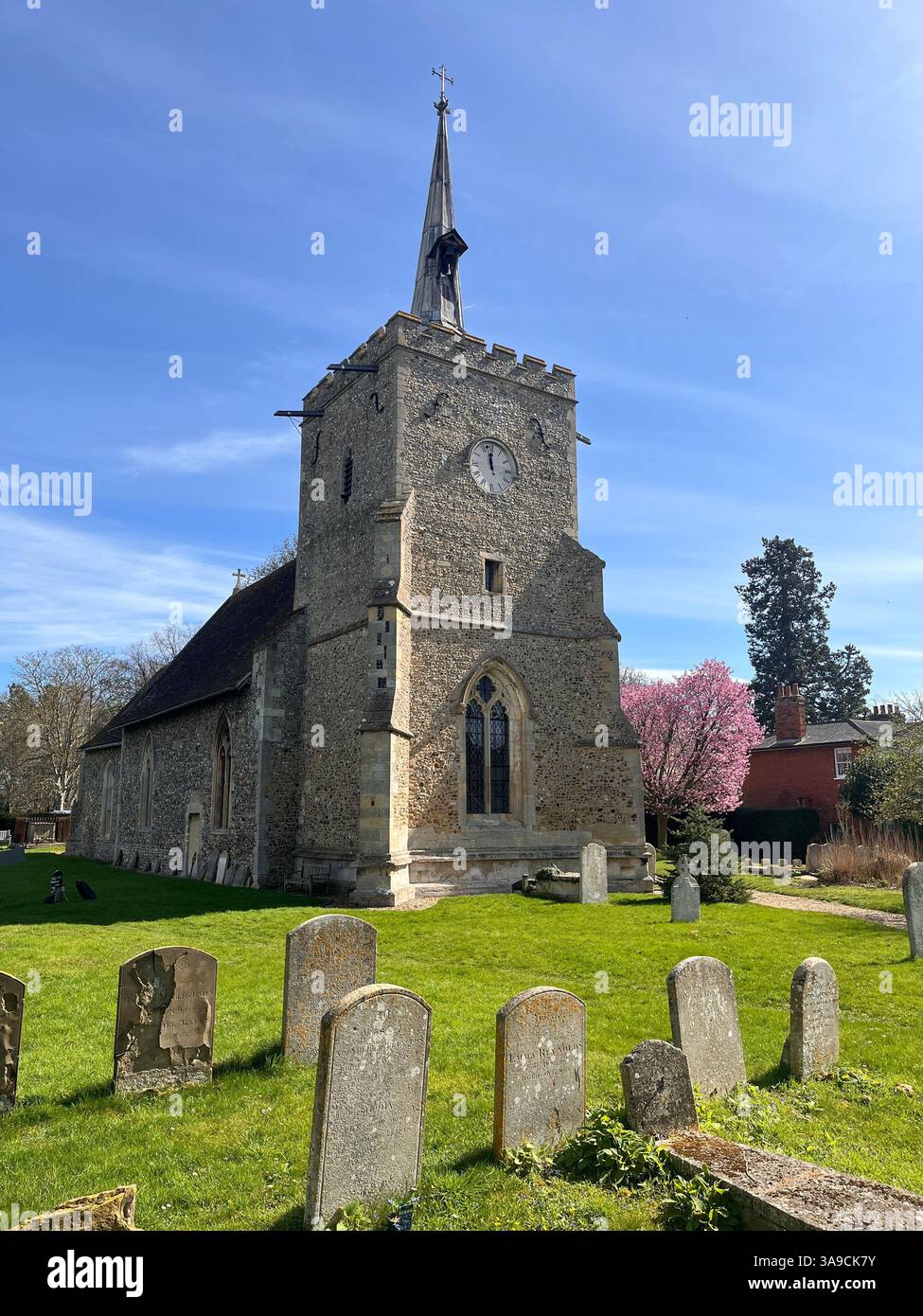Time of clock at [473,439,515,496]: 11:58
